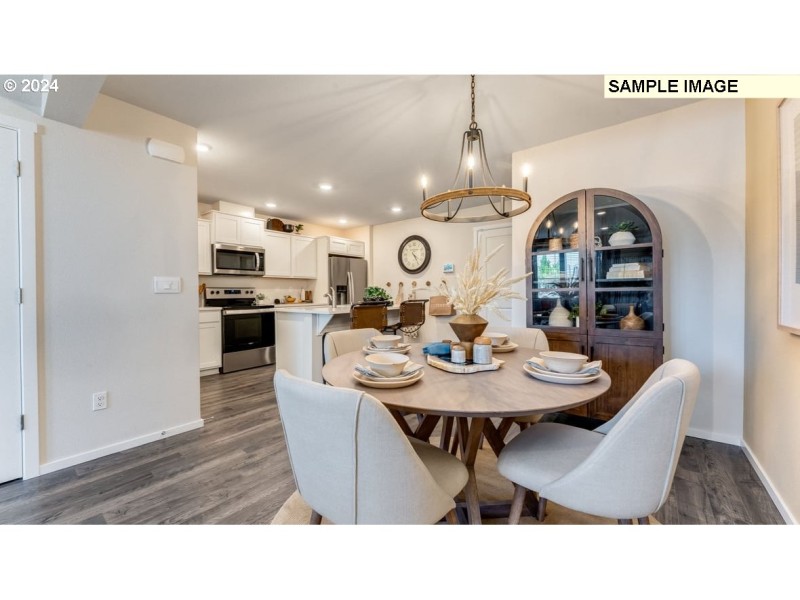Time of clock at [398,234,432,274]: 4:24
